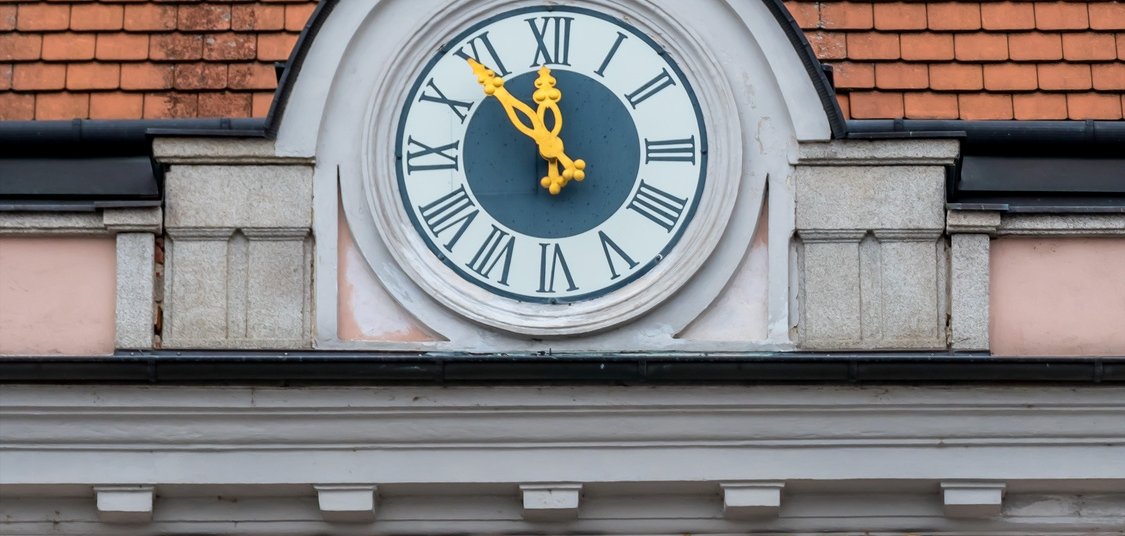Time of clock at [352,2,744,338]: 11:53
